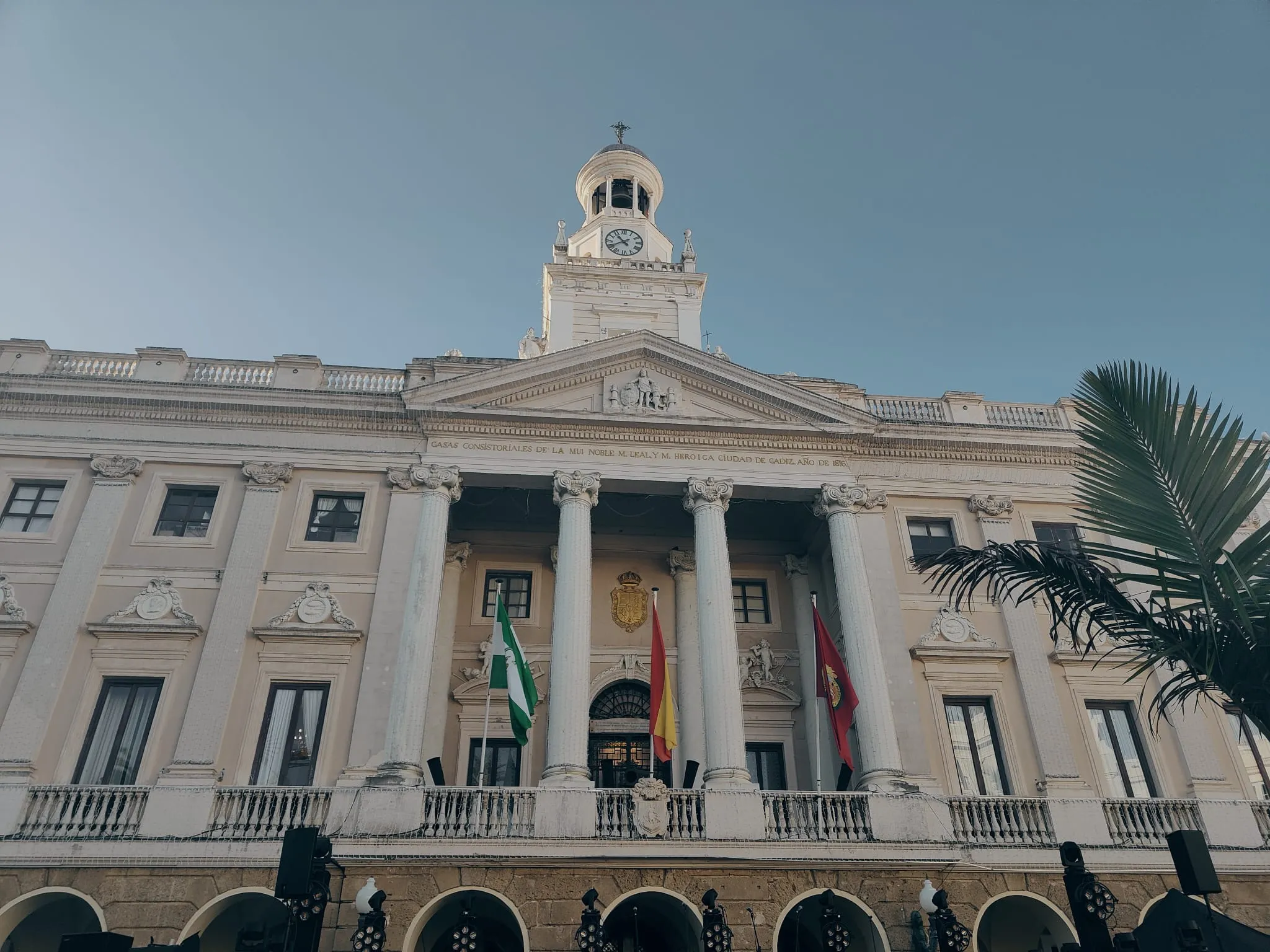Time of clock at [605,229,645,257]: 10:40
